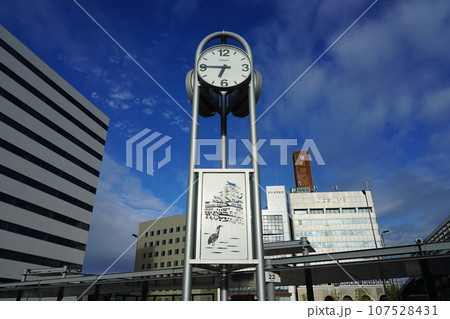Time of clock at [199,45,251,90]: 6:45
